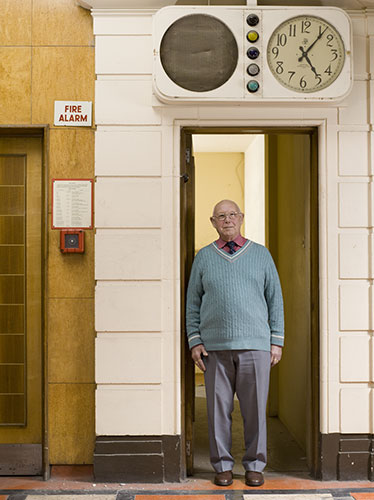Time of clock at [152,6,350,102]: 5:06
